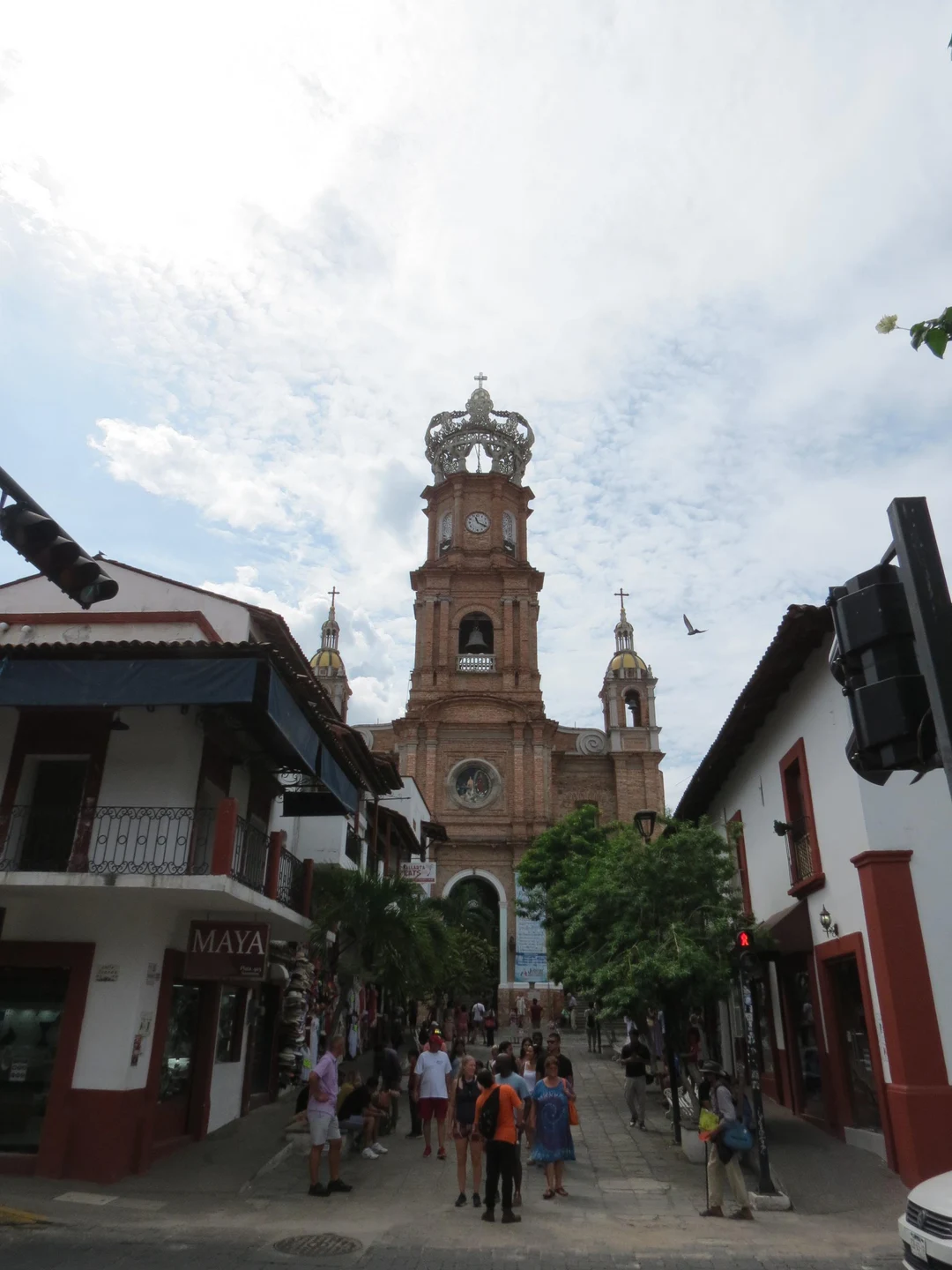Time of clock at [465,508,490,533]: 11:19
